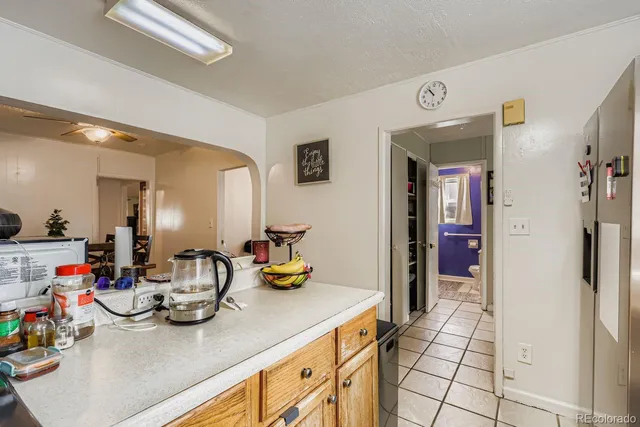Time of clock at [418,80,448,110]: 10:53
